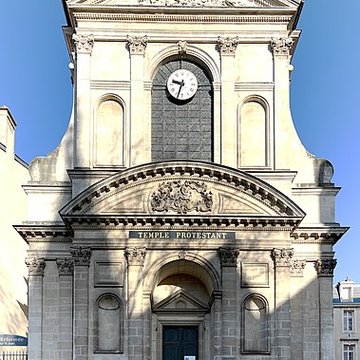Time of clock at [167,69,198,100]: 9:33
